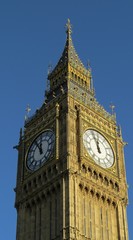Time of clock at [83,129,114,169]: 11:56
